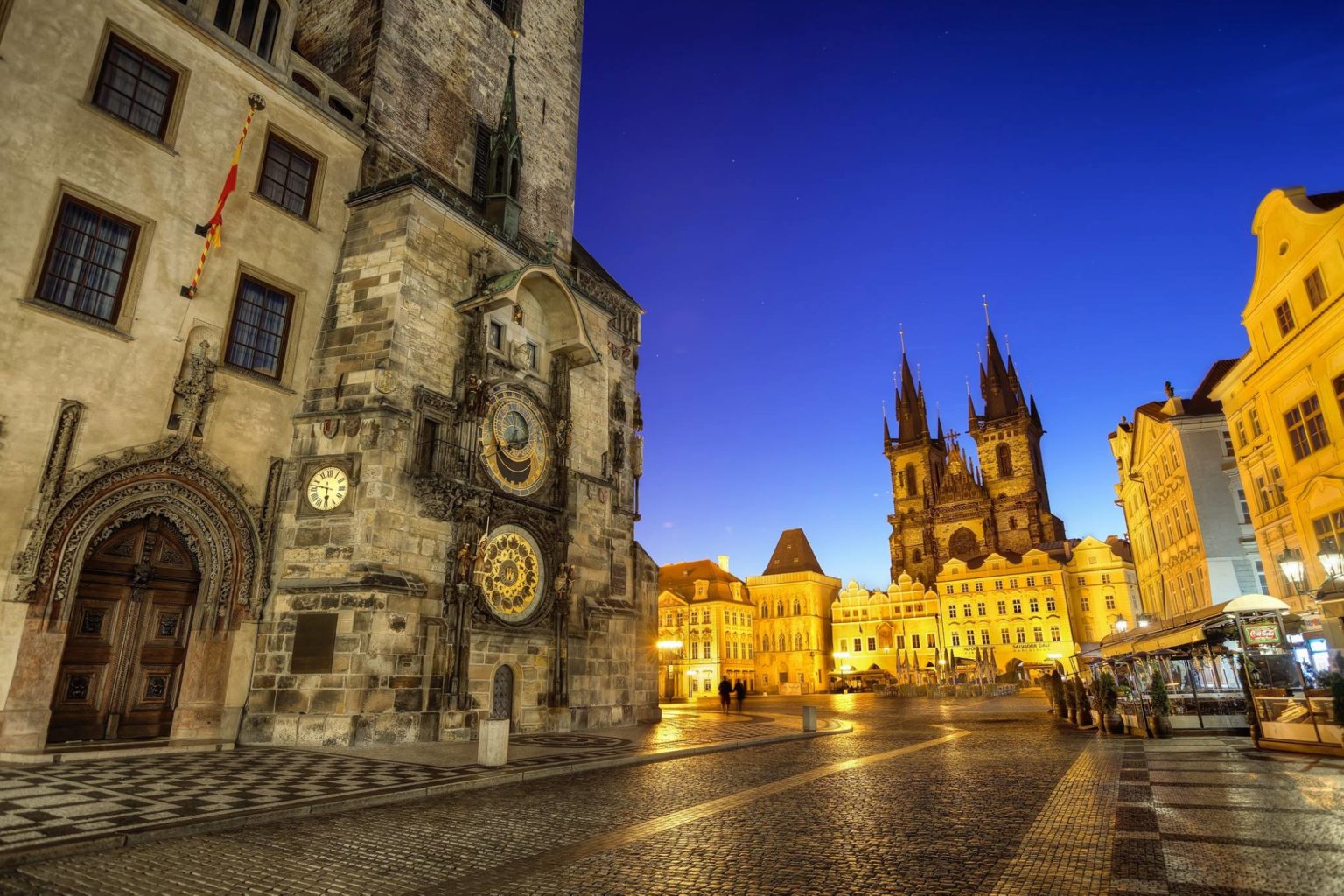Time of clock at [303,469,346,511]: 5:46
